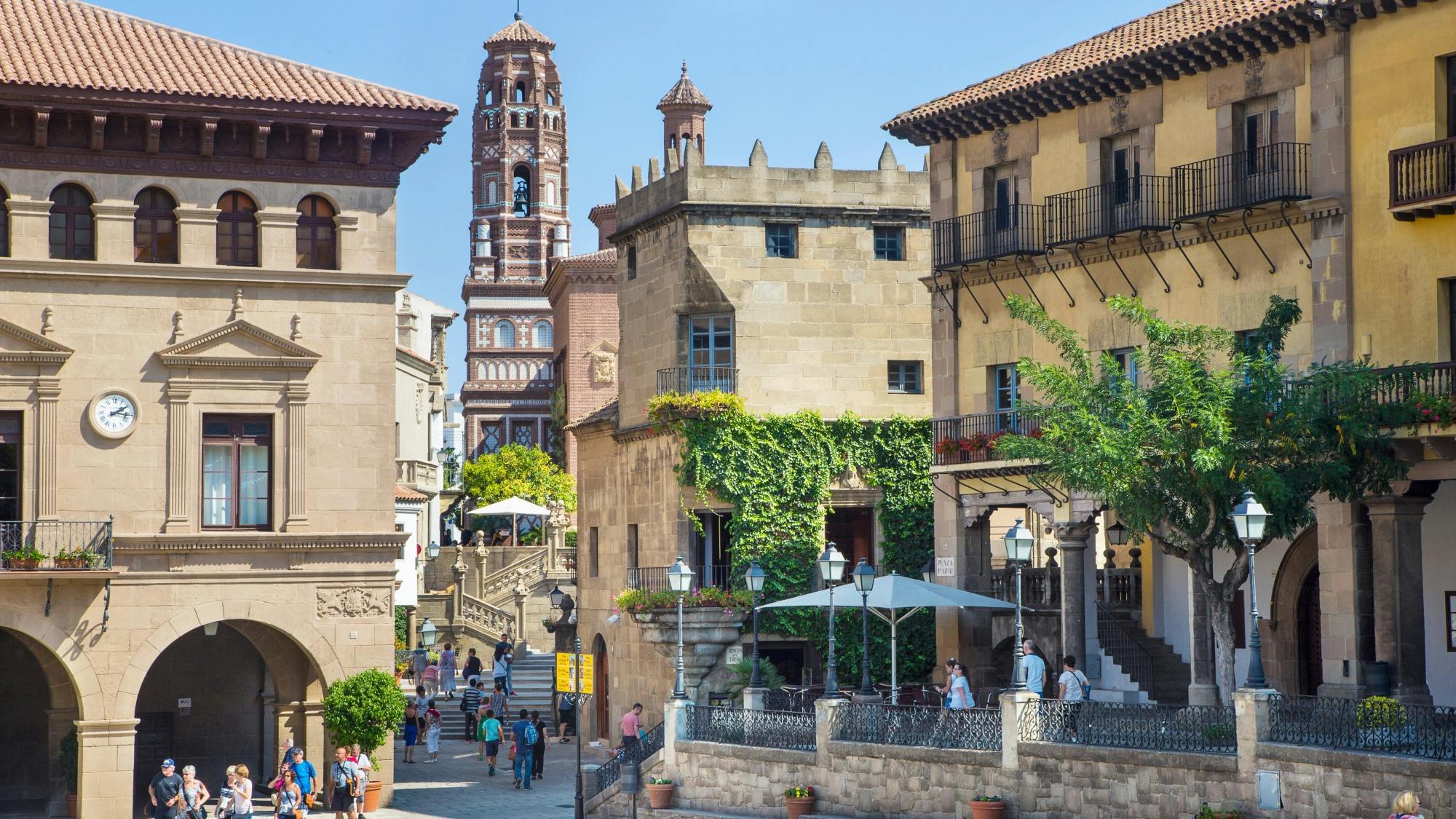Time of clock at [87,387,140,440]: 2:16
